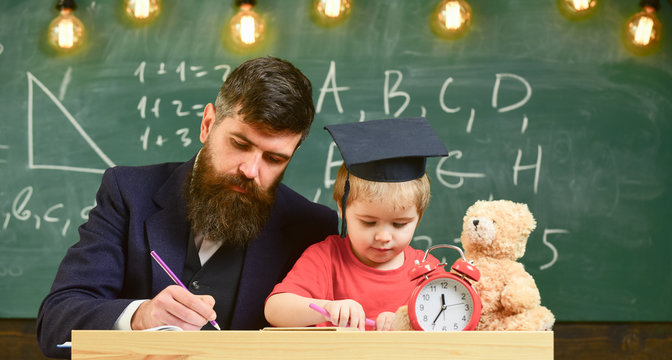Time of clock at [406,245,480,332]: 11:35
